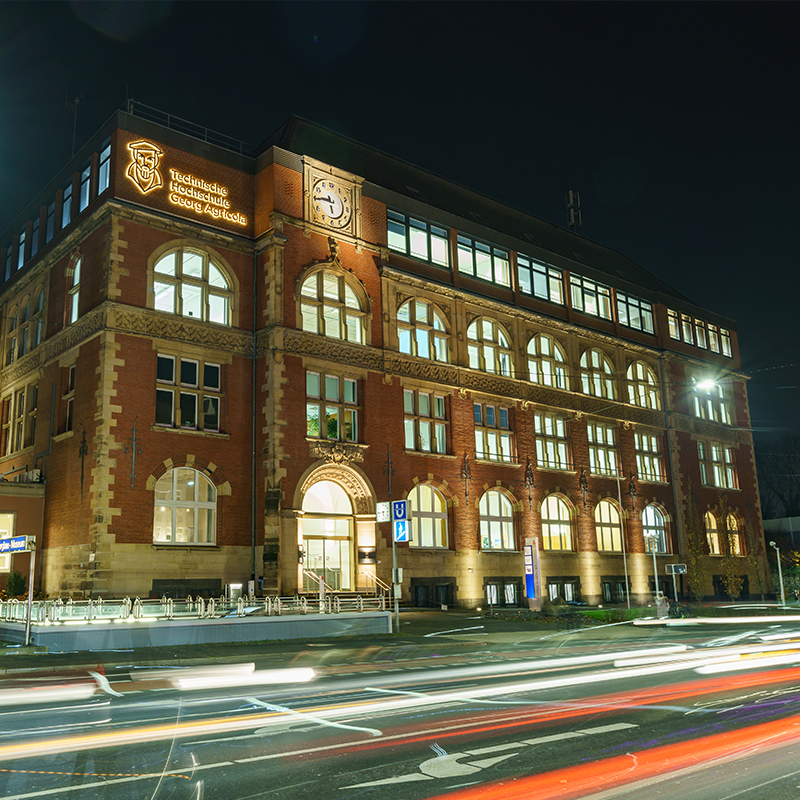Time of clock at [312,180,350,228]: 5:44
